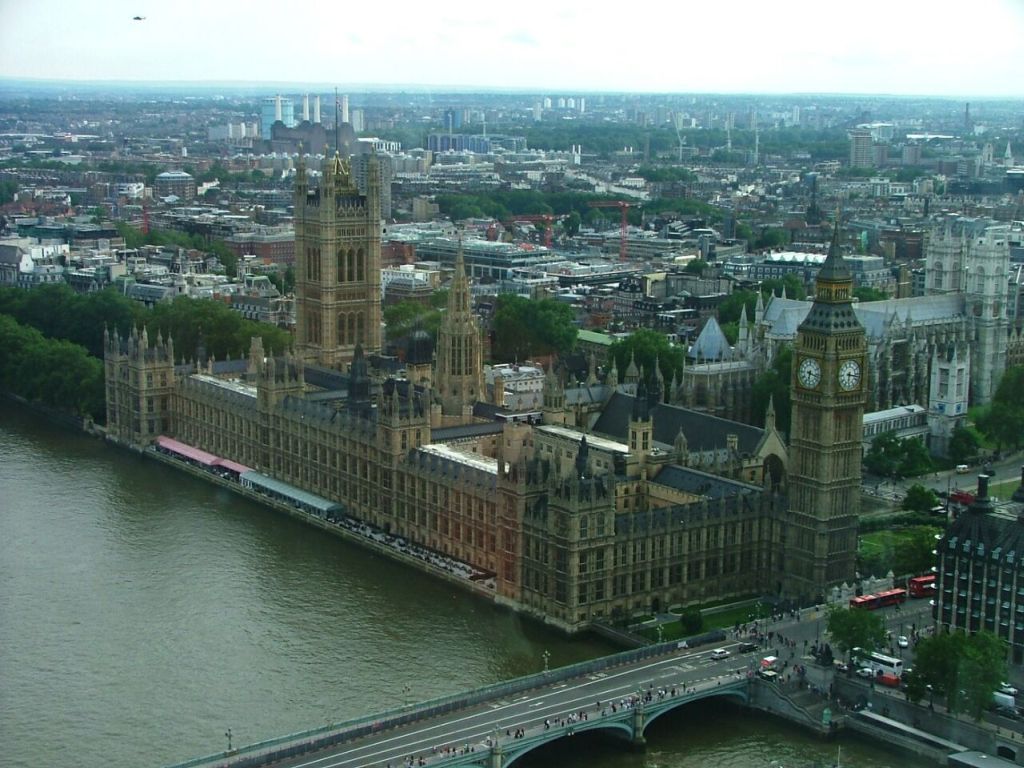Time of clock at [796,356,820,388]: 6:17
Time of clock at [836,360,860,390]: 6:16
